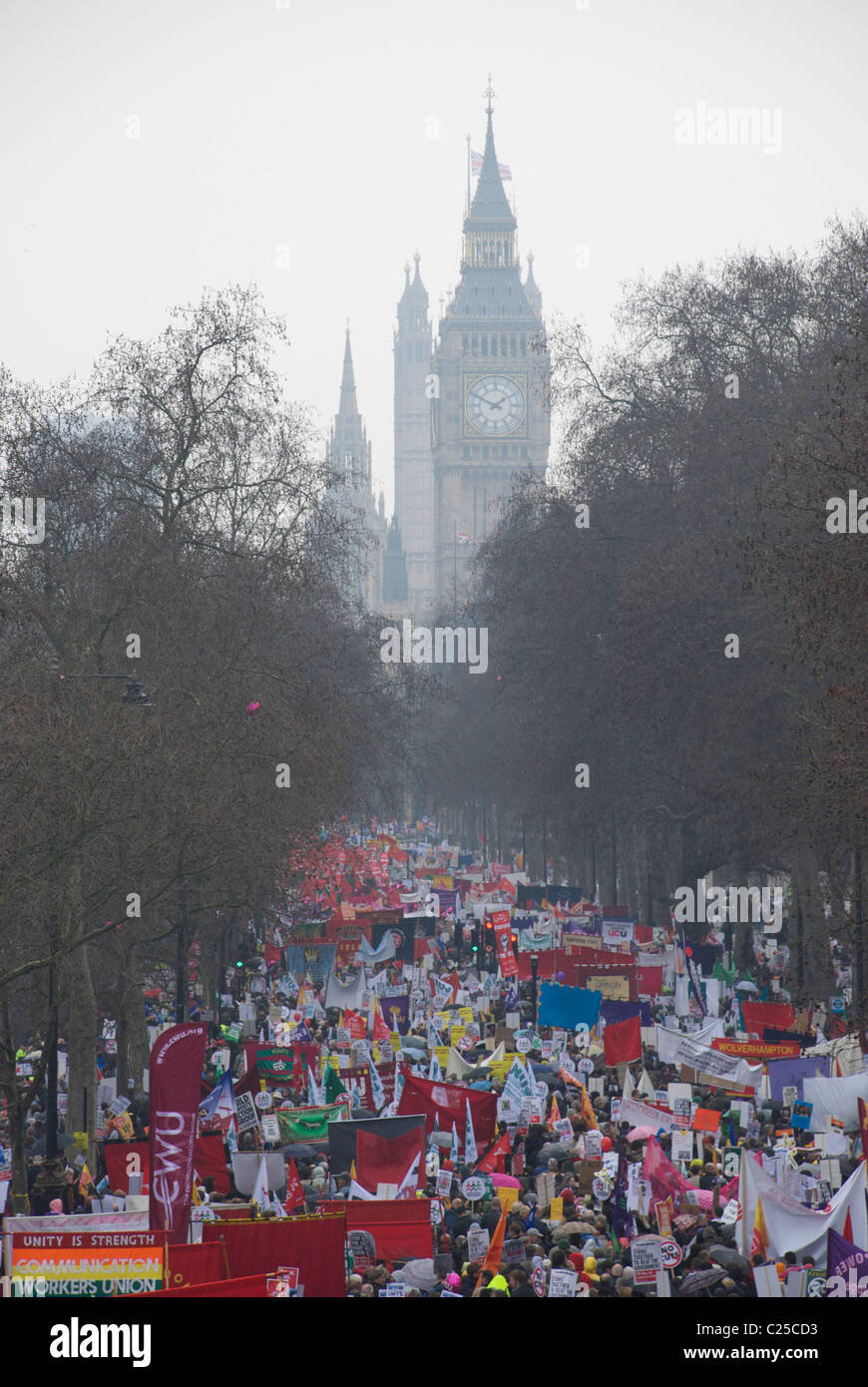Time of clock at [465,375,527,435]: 1:49
